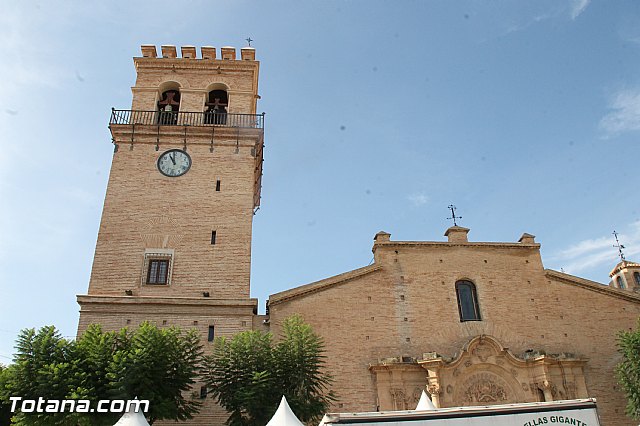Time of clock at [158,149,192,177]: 10:59
